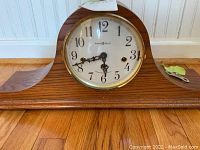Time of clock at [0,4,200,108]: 5:42
